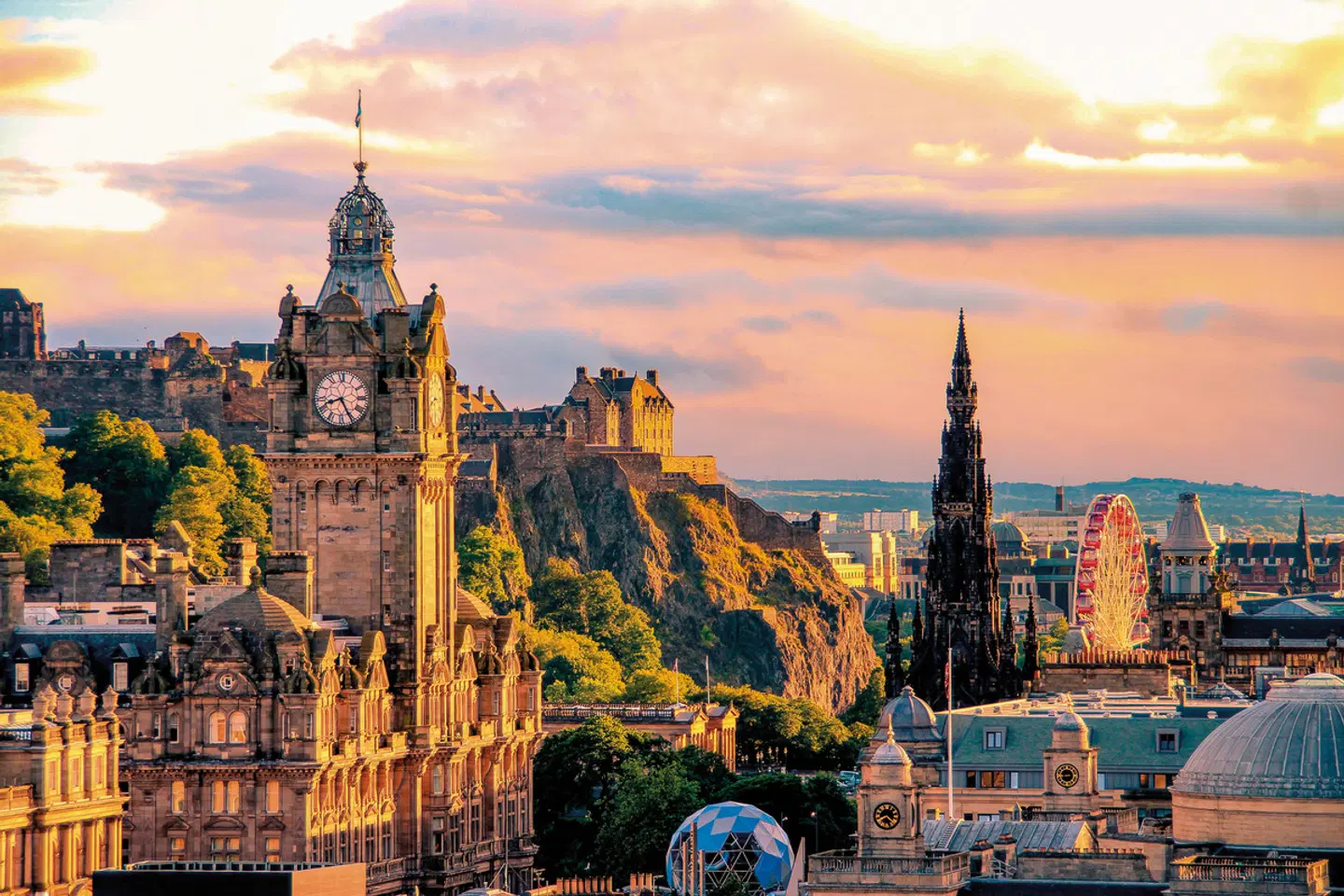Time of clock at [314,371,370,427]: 8:25
